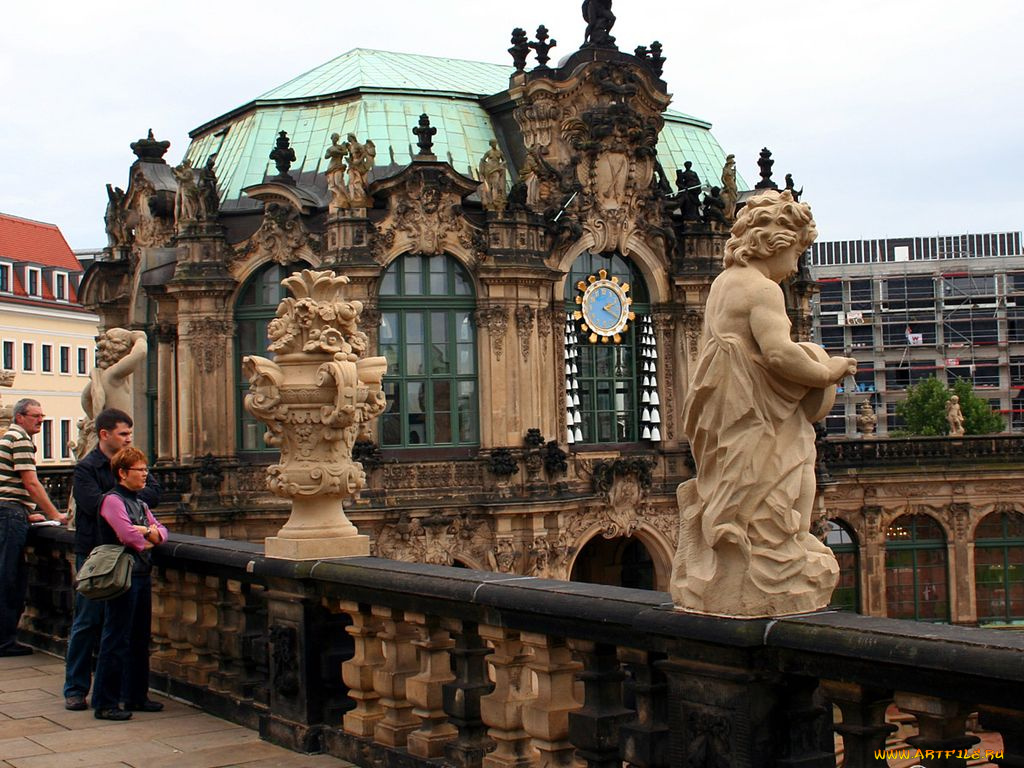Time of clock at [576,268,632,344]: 2:19
